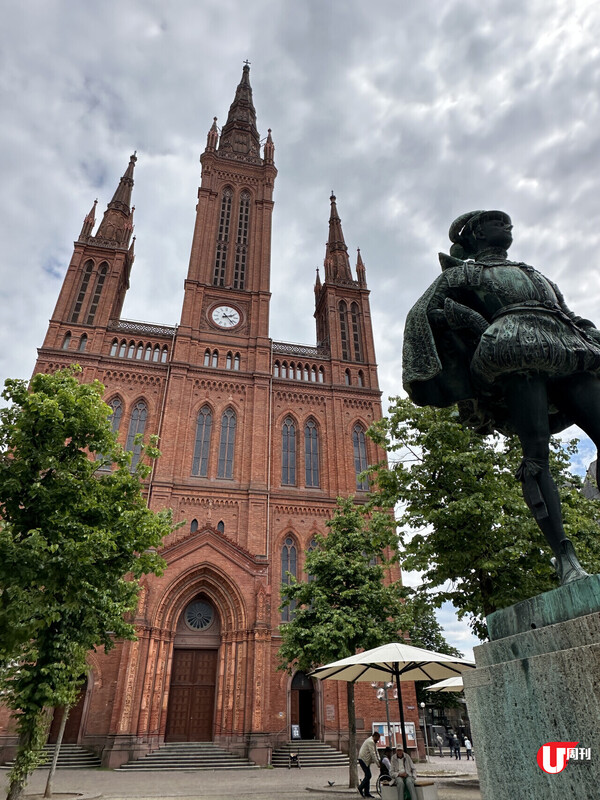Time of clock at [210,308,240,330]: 2:22
